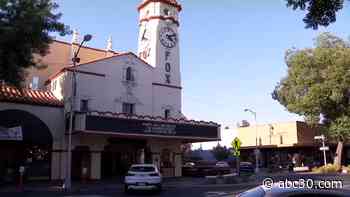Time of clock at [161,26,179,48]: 4:12
